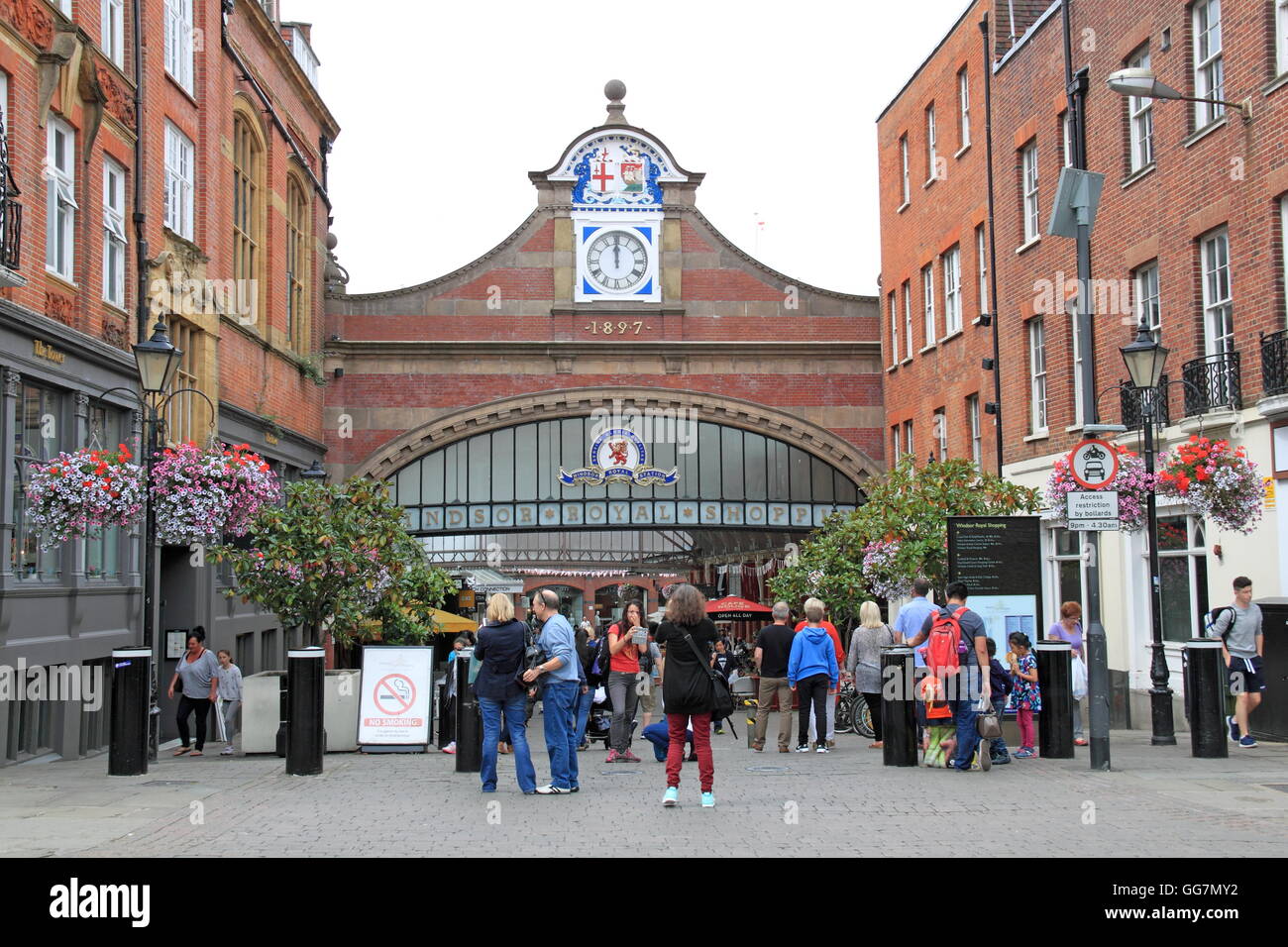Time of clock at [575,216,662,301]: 12:00
